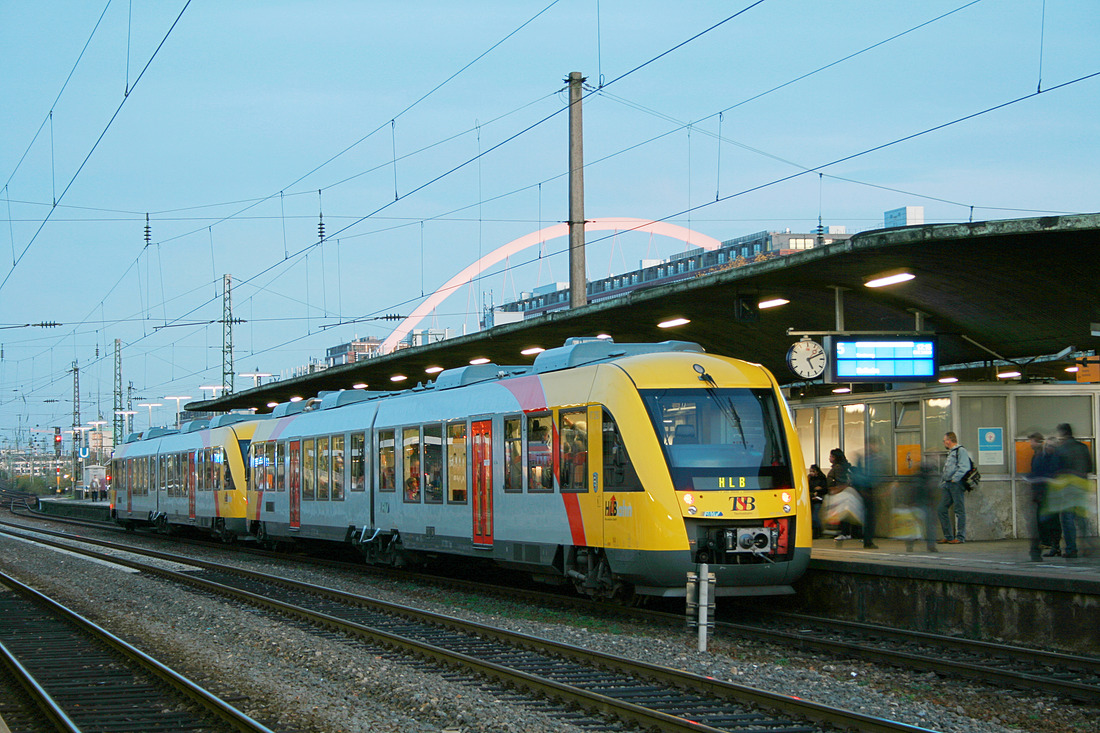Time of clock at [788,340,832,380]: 5:11
